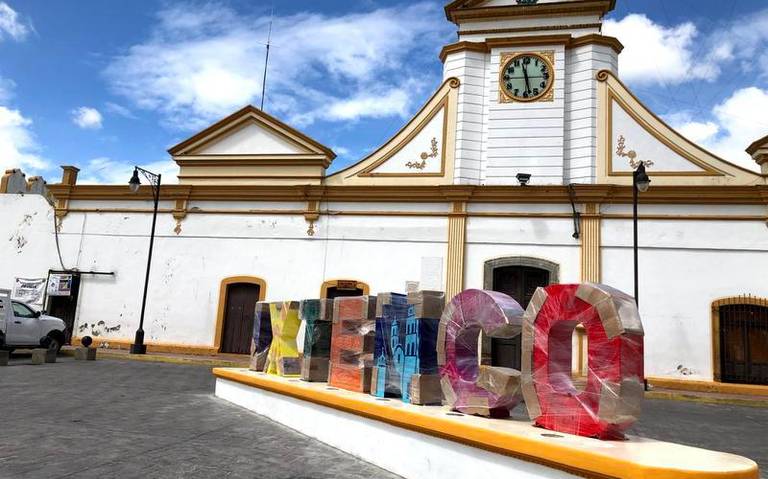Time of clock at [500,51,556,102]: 11:28
